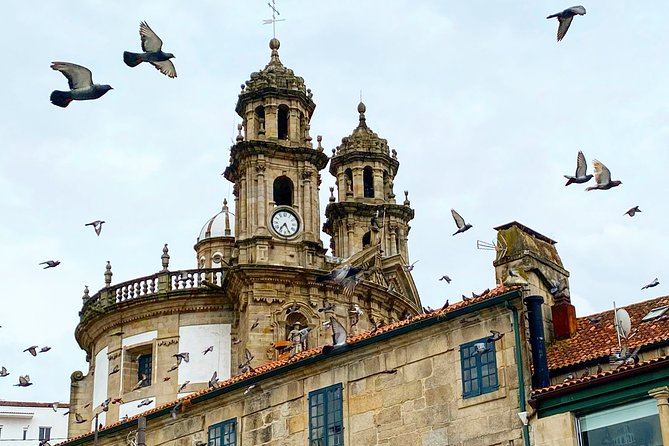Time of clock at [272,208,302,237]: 7:25
